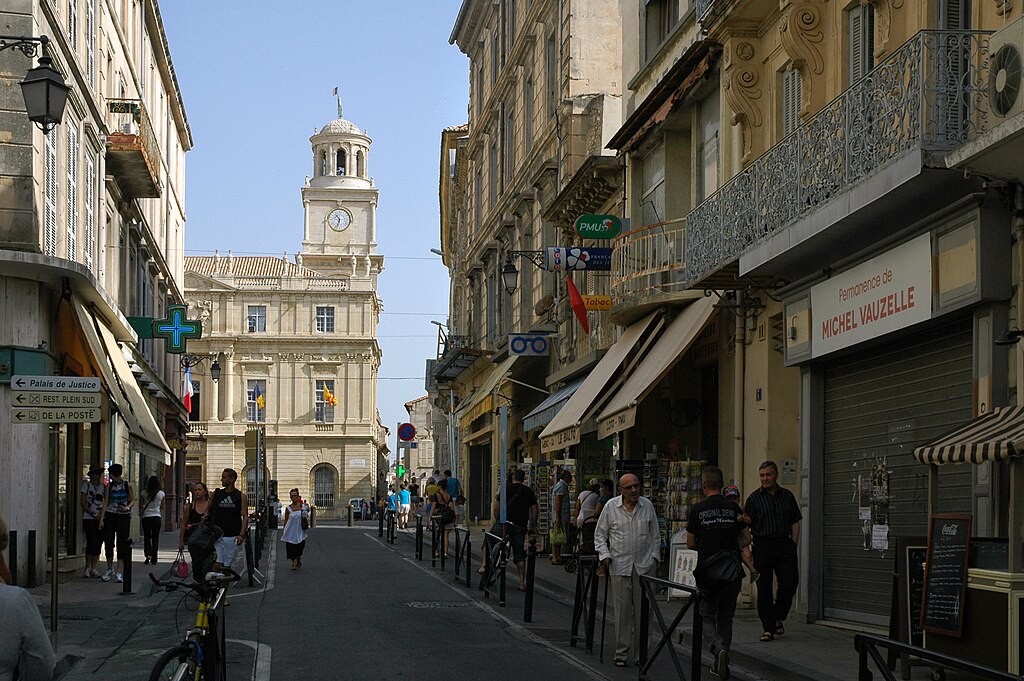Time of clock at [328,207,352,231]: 10:32
